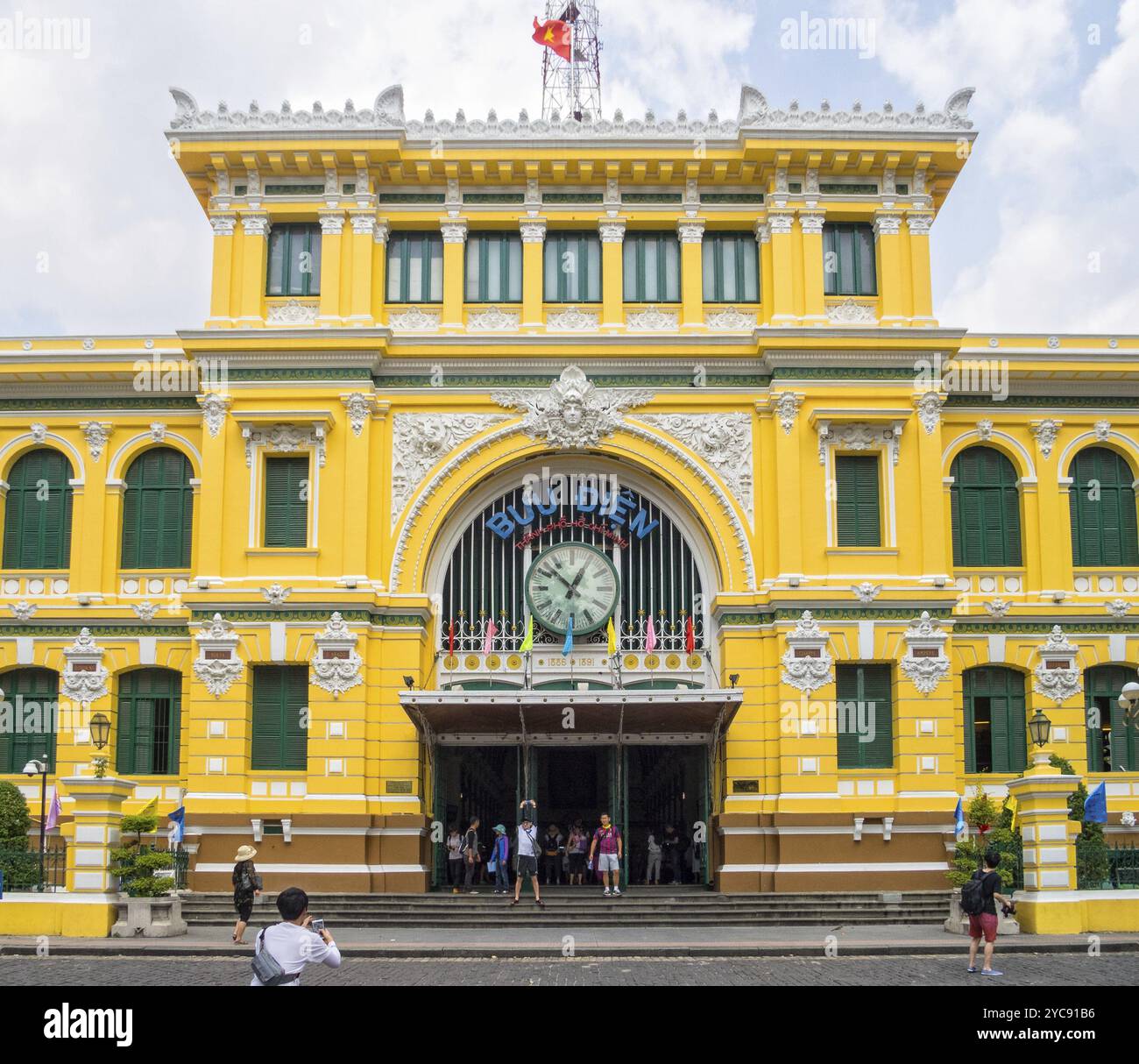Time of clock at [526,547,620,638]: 12:52
